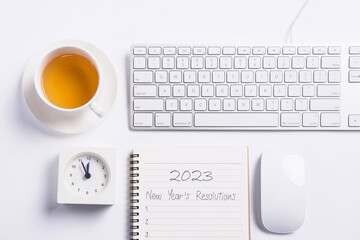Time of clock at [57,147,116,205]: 11:55
